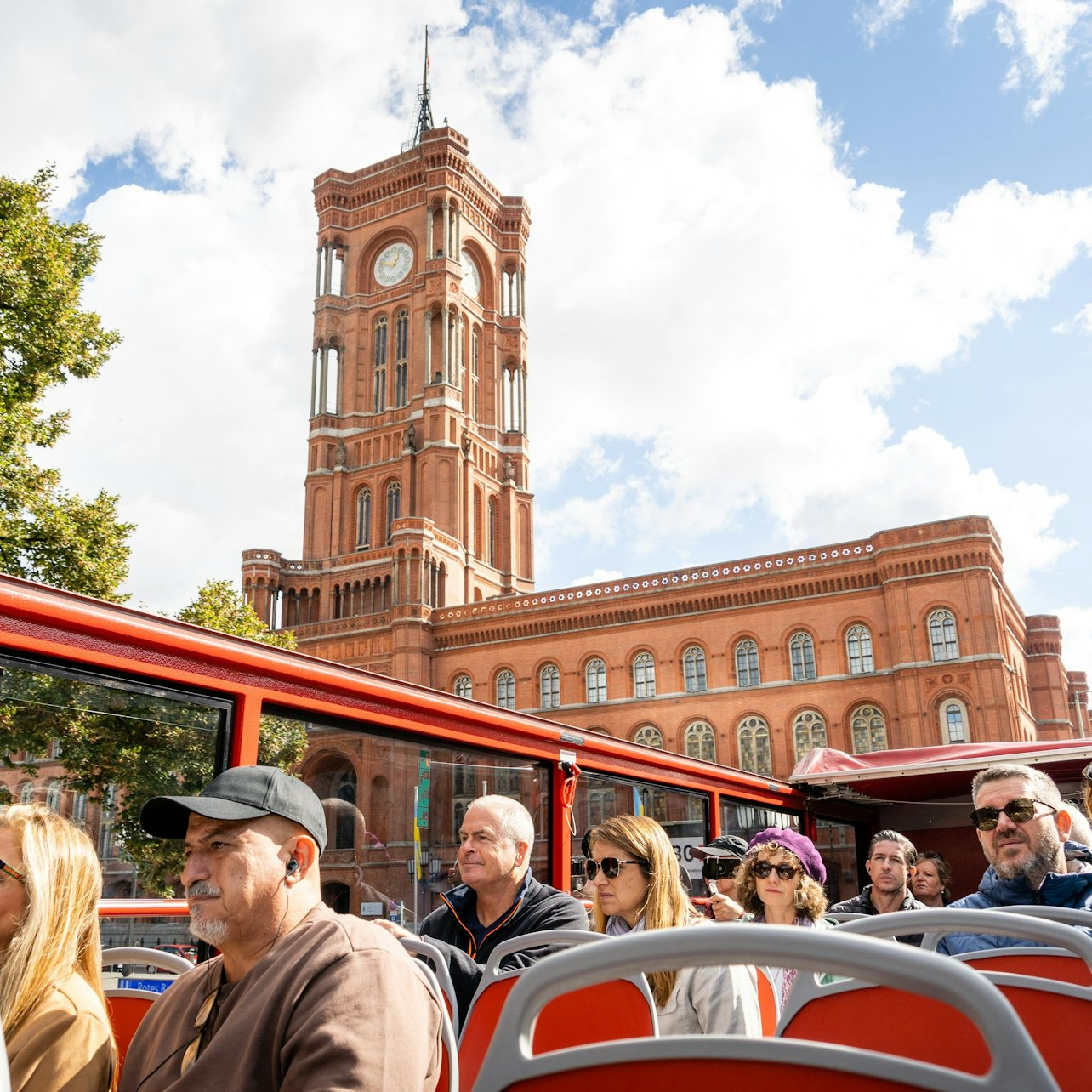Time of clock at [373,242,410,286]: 12:47
